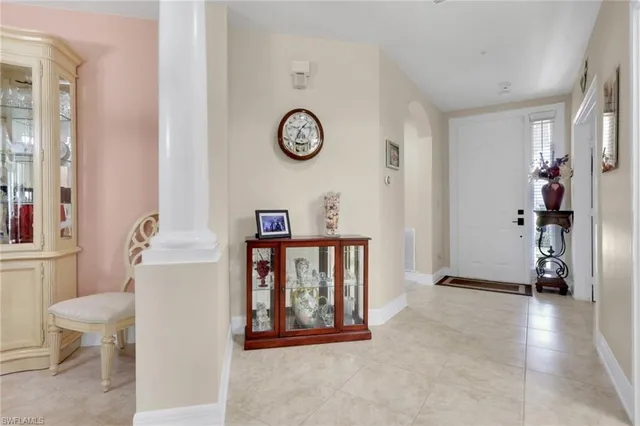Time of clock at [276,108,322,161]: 1:33
